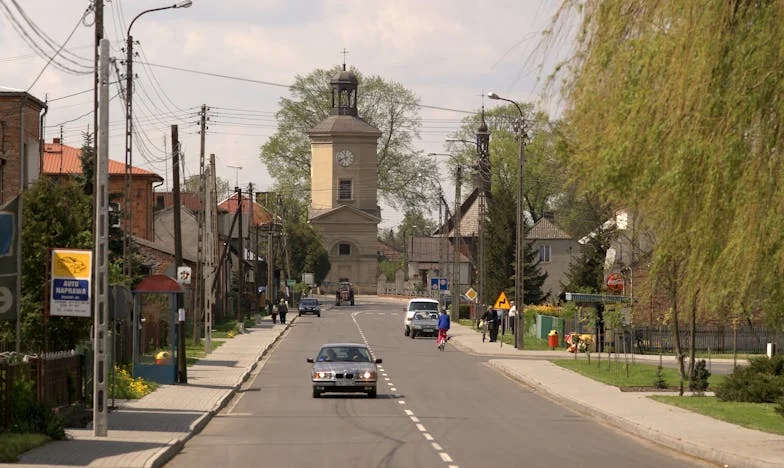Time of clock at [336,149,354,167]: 11:41
